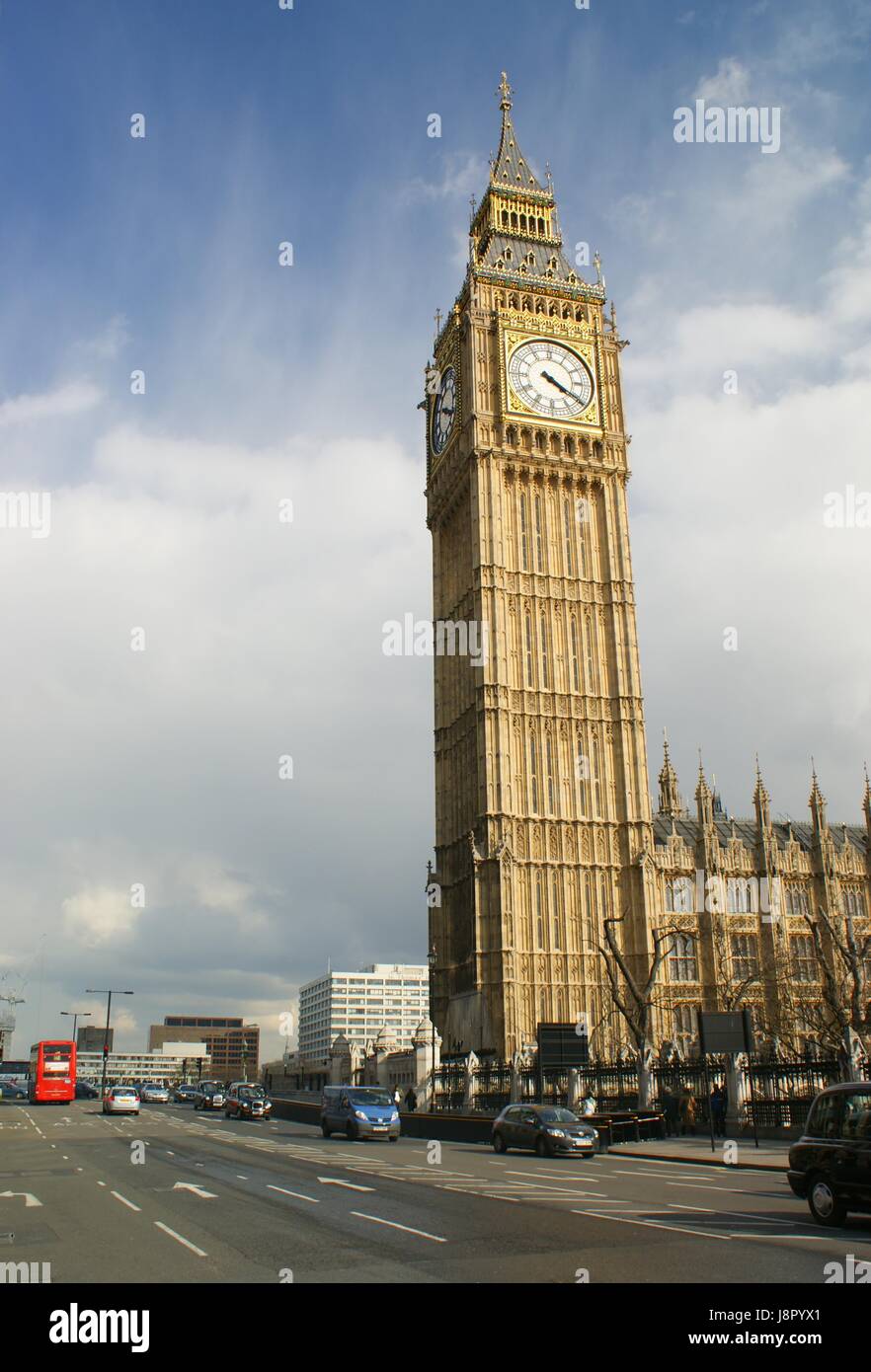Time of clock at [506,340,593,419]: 4:20
